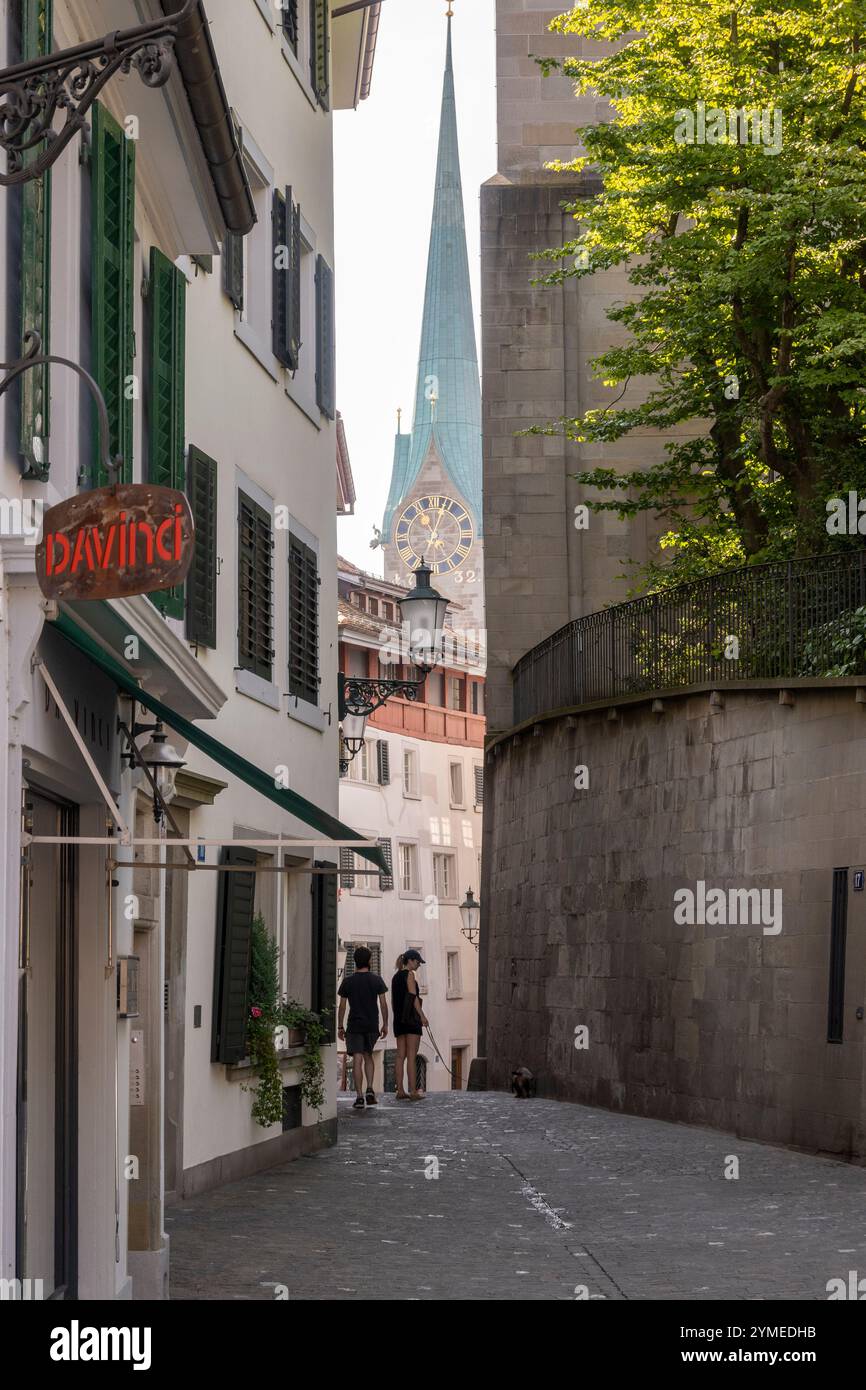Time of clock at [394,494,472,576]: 11:03
